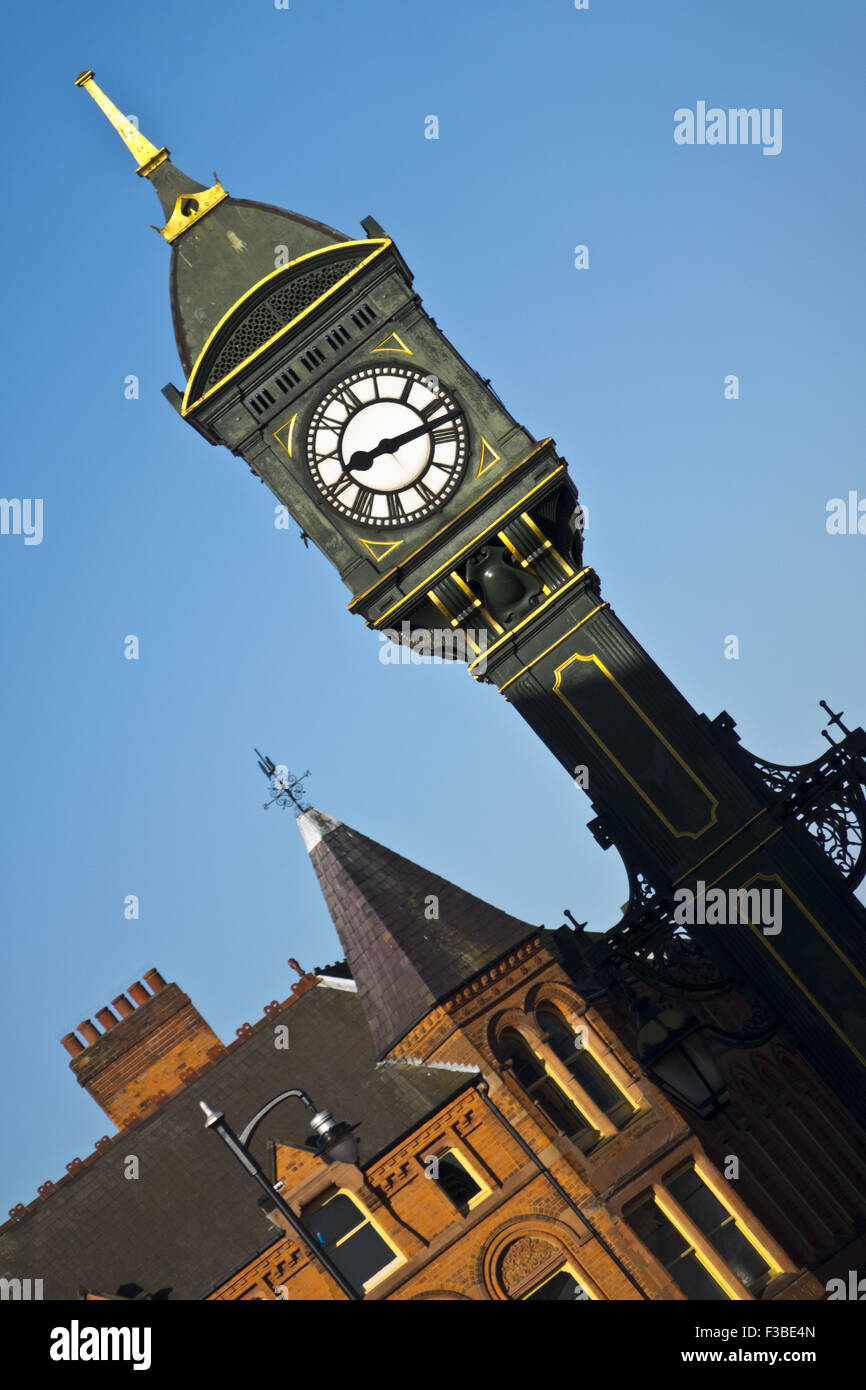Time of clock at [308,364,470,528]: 8:12
